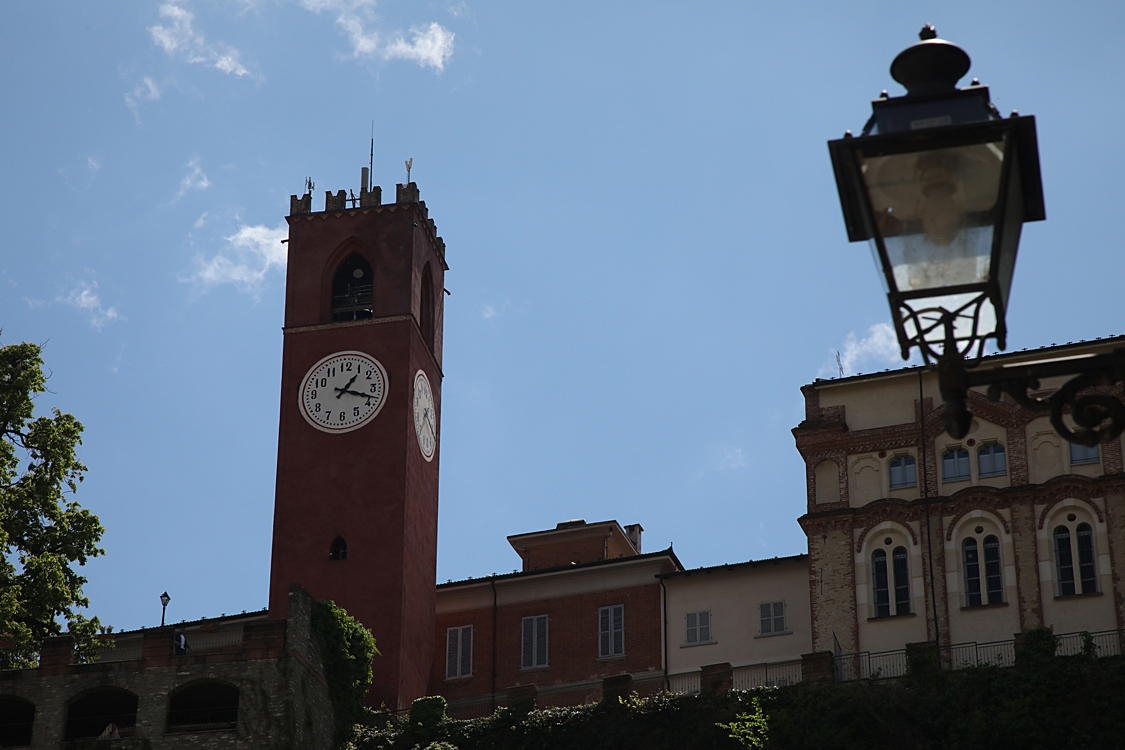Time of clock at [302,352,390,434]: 1:18
